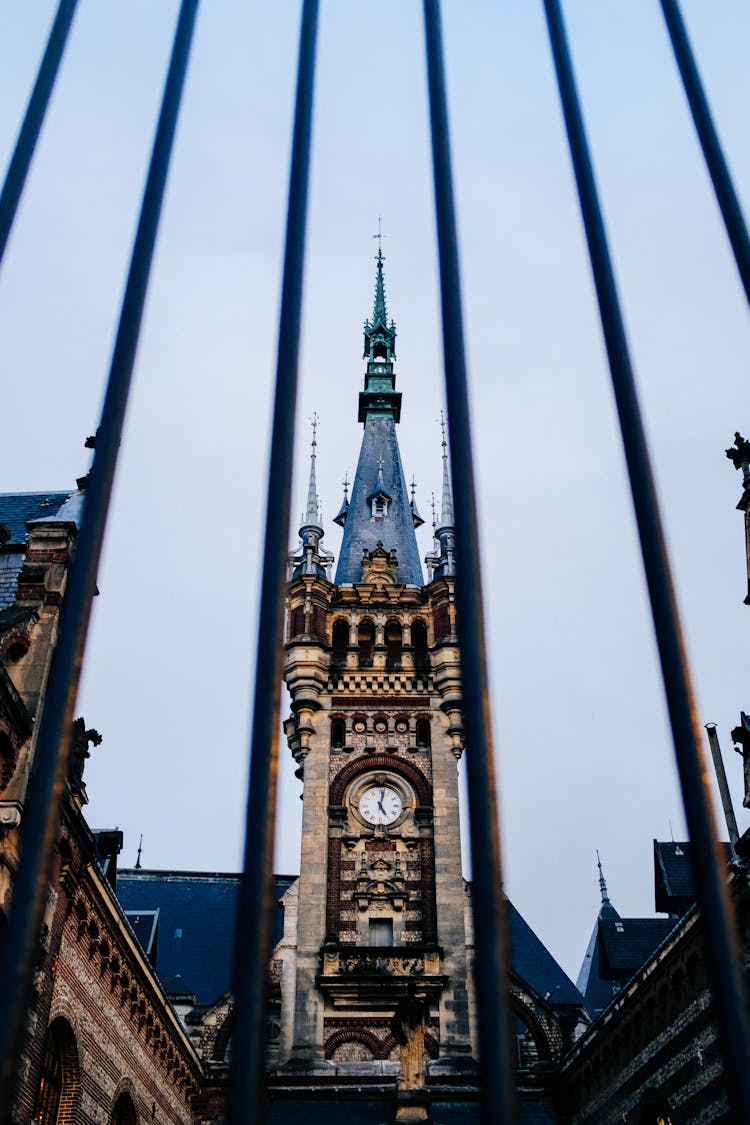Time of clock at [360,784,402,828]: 5:02
